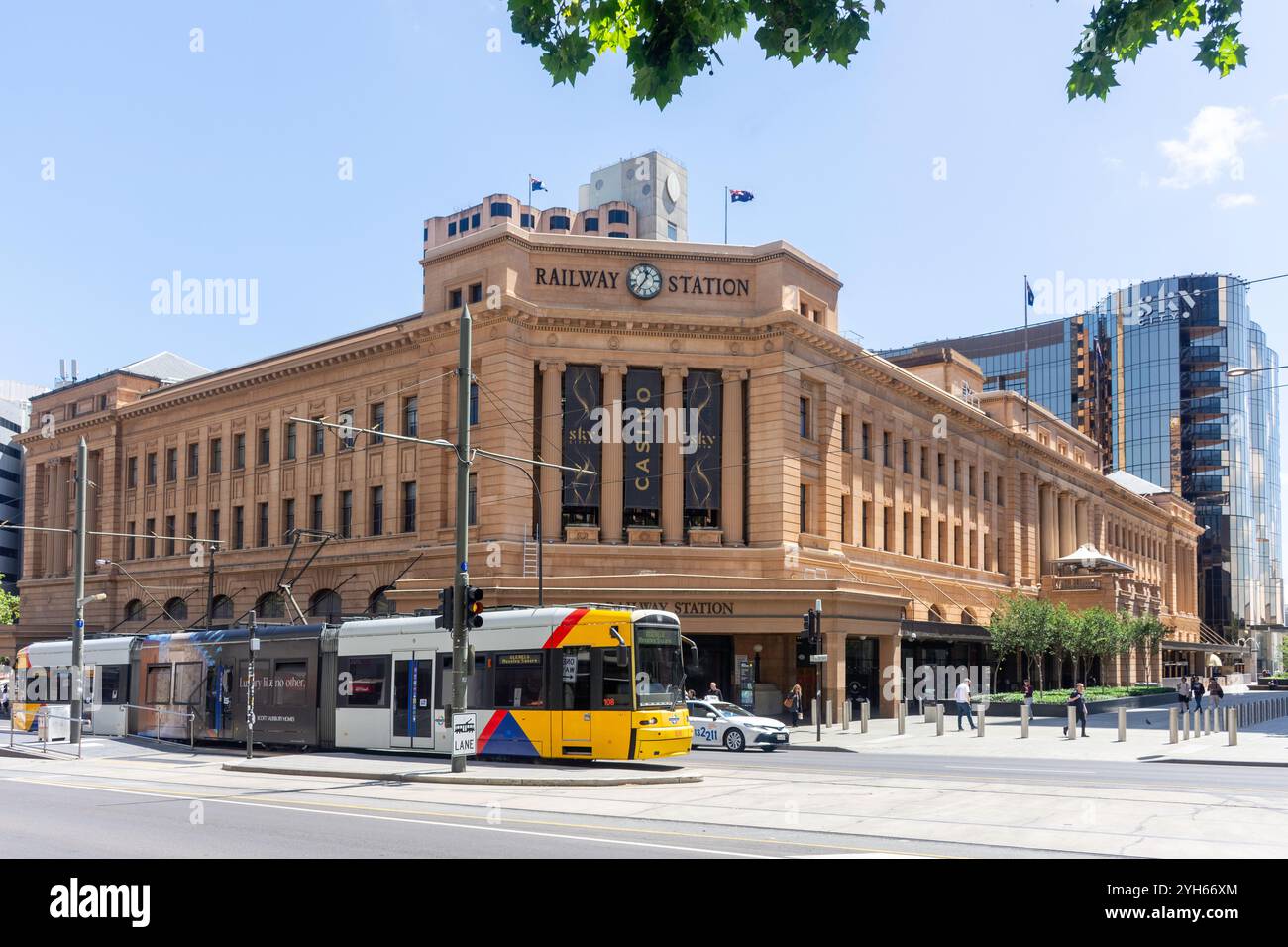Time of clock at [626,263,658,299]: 12:36
